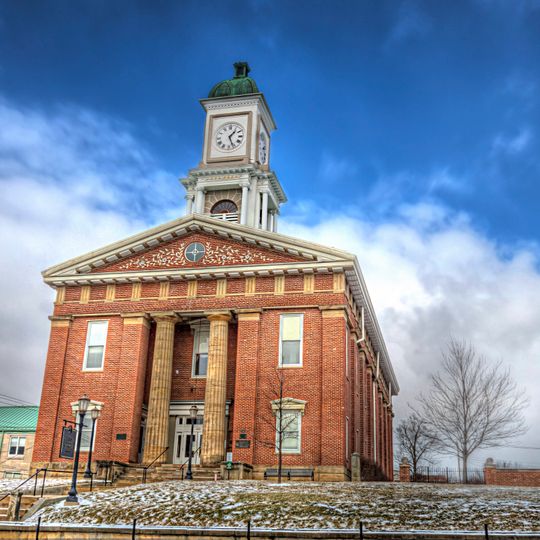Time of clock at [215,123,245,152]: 1:26
